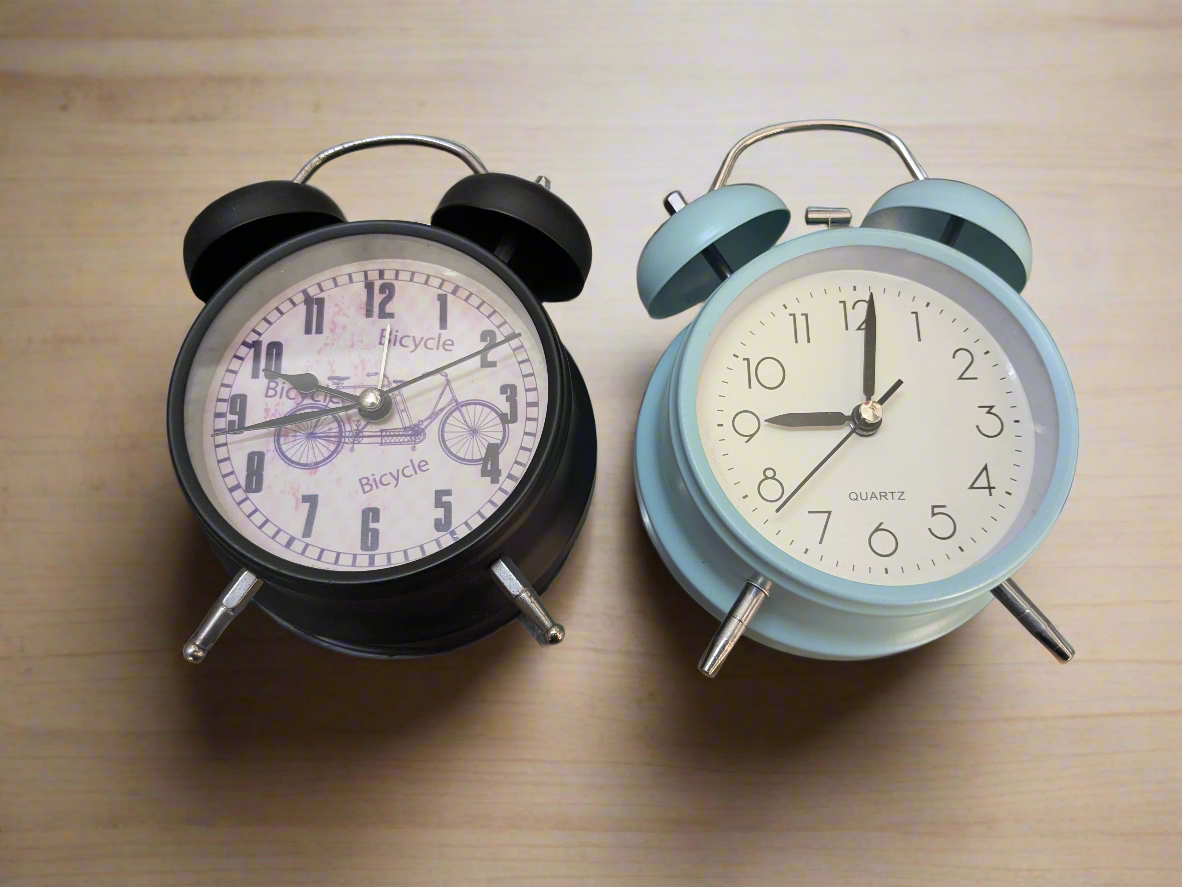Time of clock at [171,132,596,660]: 9:43
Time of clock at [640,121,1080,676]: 9:01
